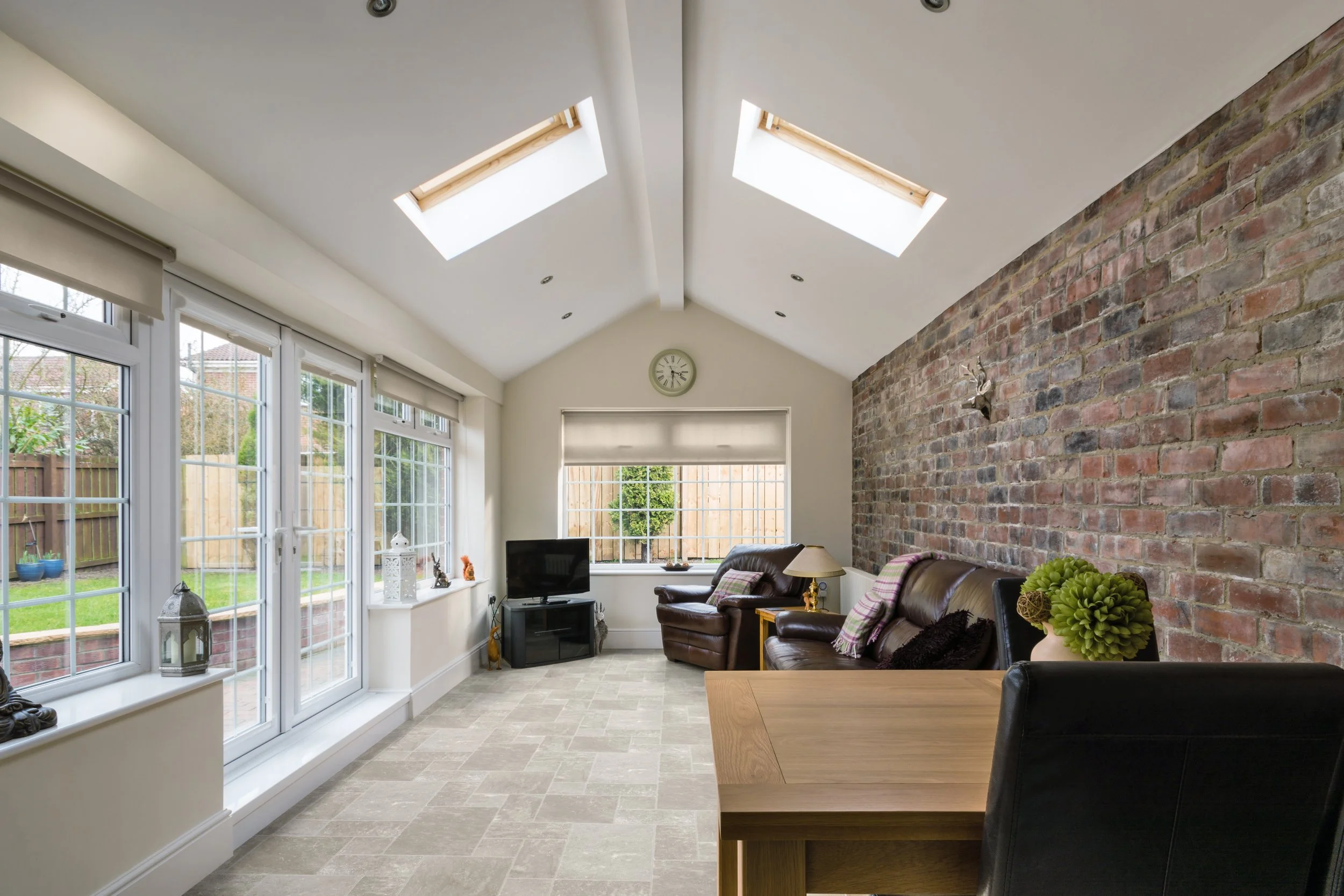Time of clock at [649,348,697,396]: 3:29
